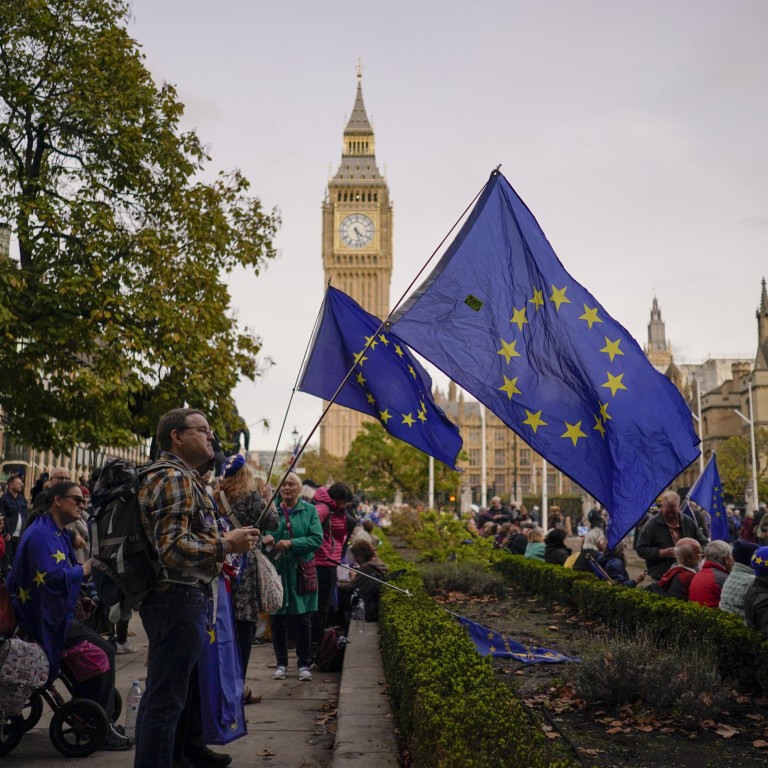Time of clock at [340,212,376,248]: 4:27
